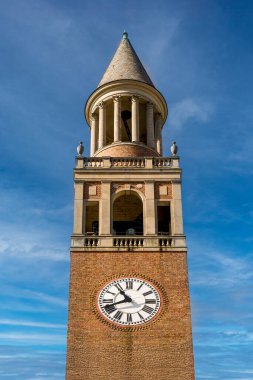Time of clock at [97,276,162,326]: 10:41
